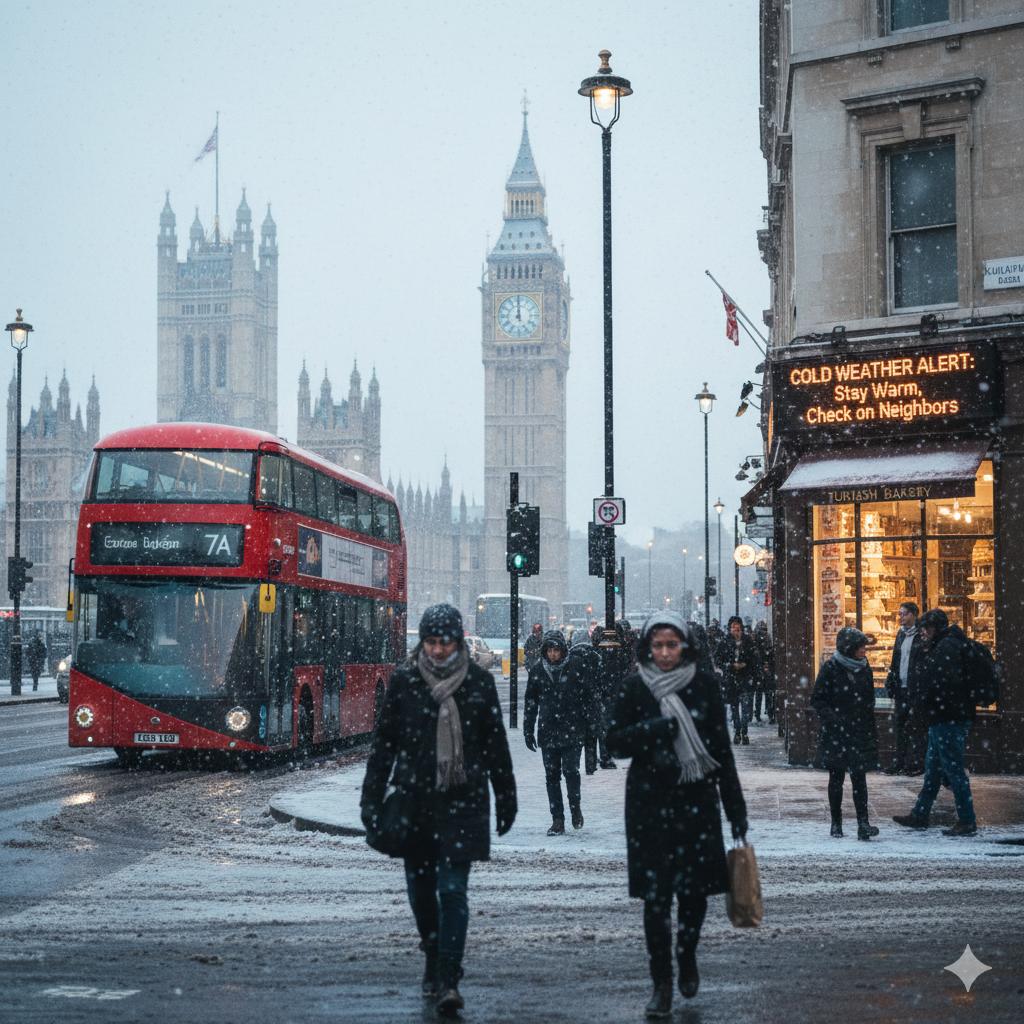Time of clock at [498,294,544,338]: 11:59
